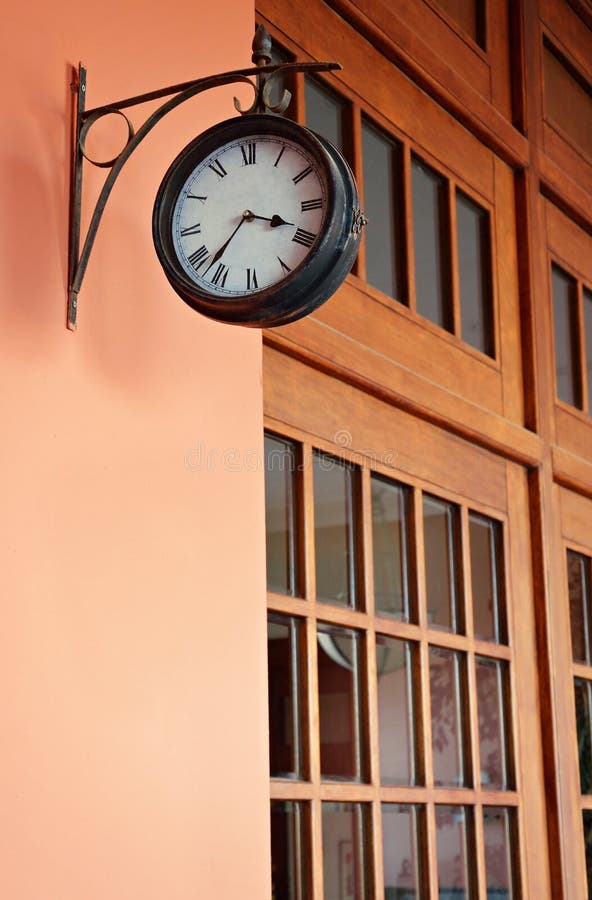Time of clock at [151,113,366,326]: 3:37
